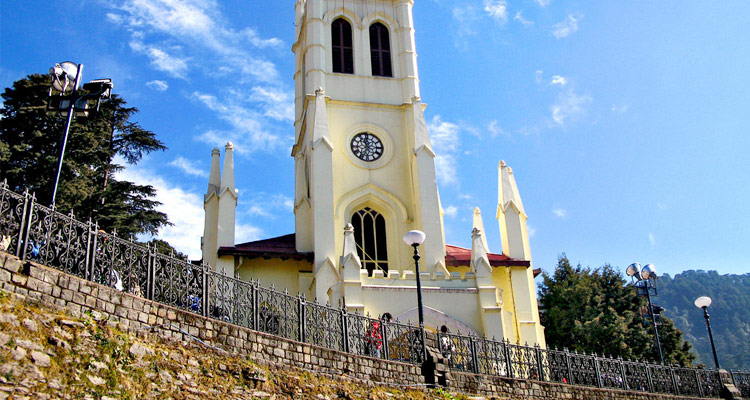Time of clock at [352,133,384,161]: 11:34
